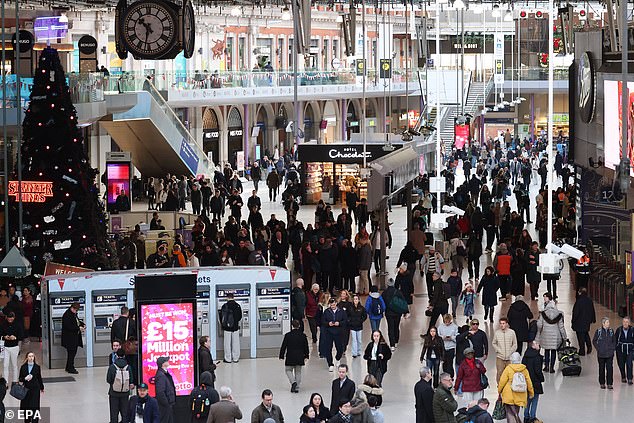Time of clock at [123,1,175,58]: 10:31
